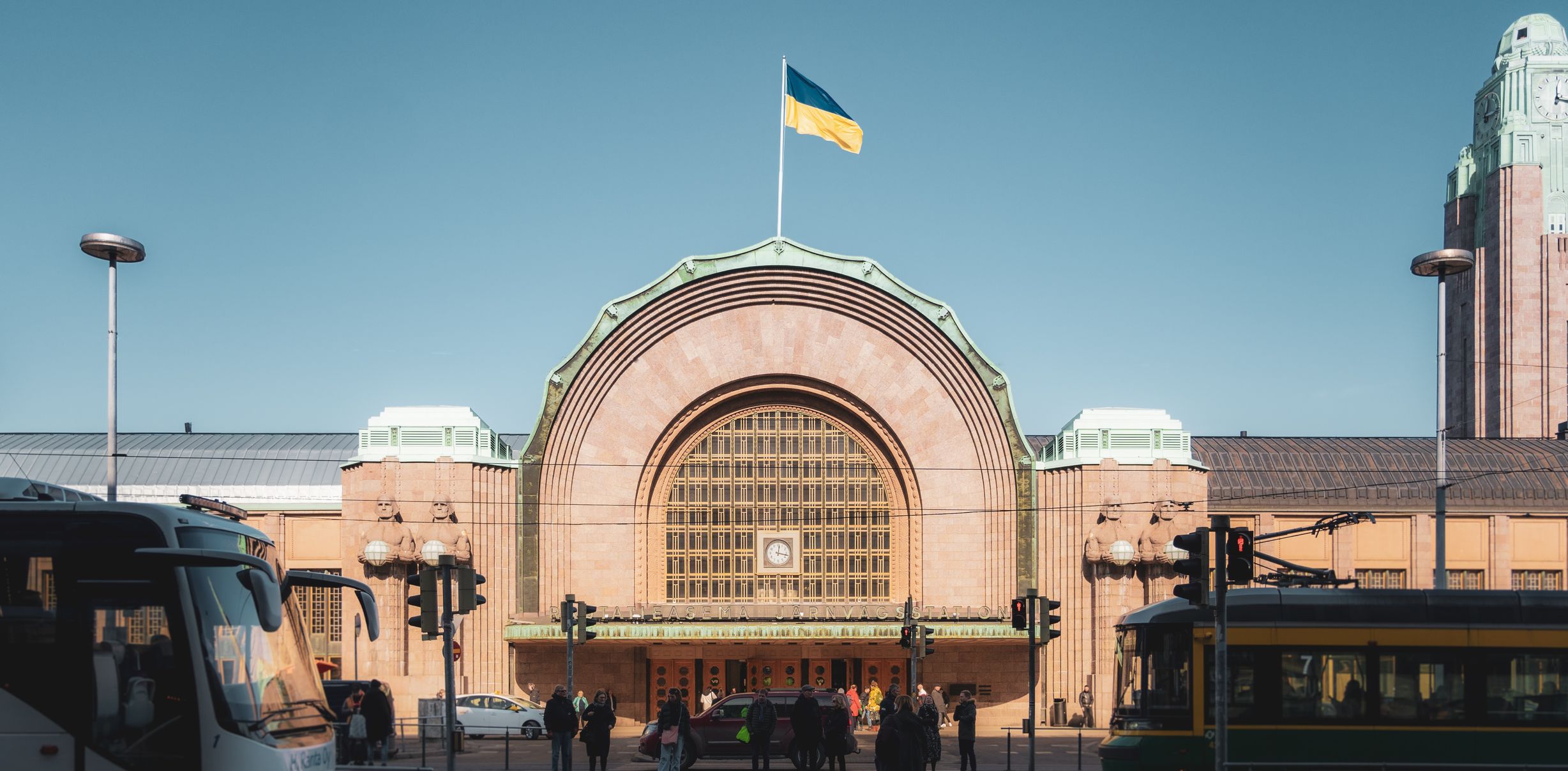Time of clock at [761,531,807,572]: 12:17
